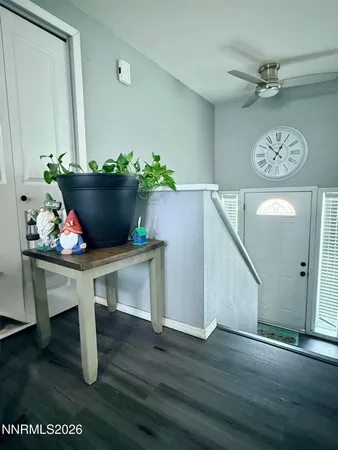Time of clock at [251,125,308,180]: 12:52
